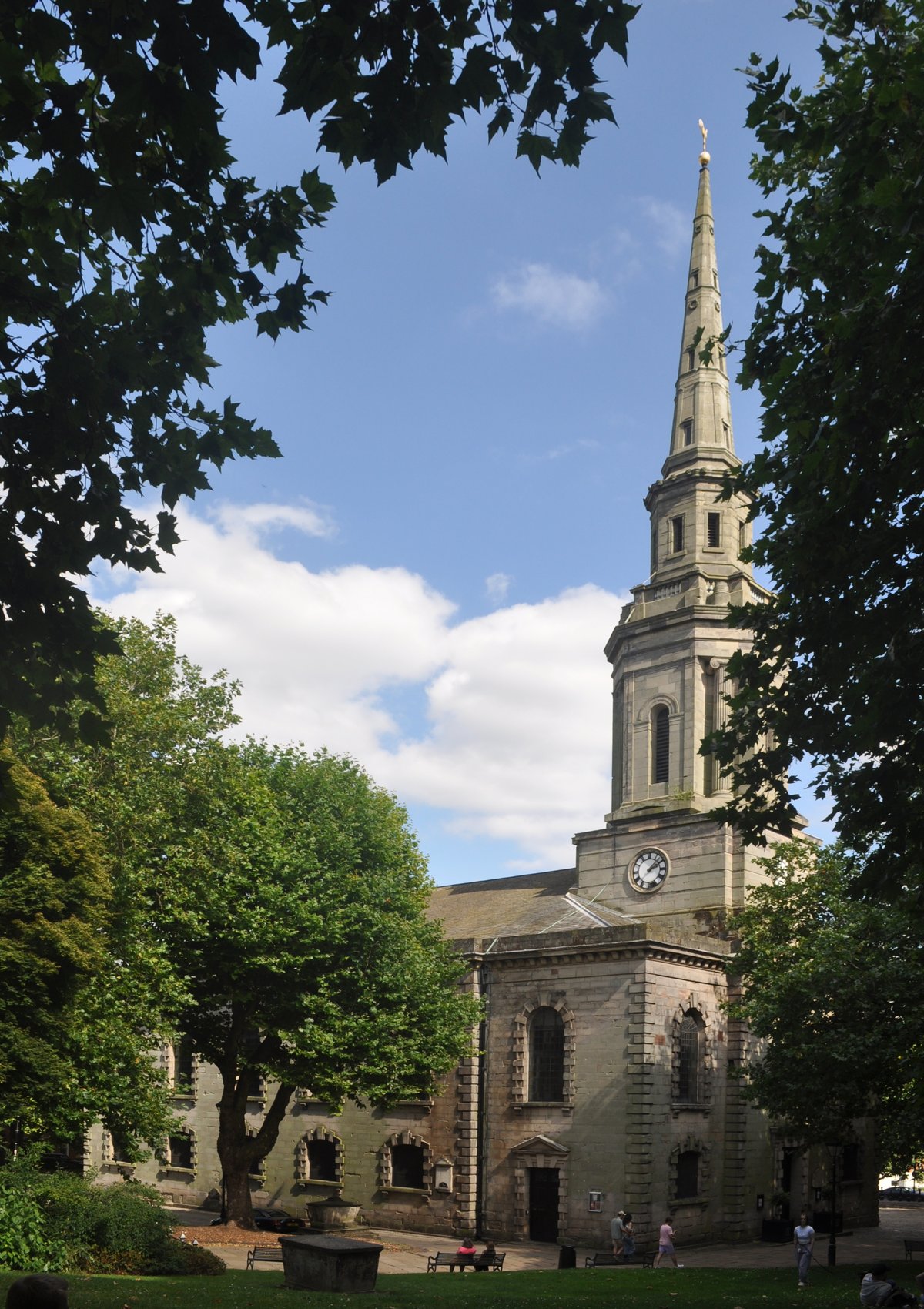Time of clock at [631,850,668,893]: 2:07
